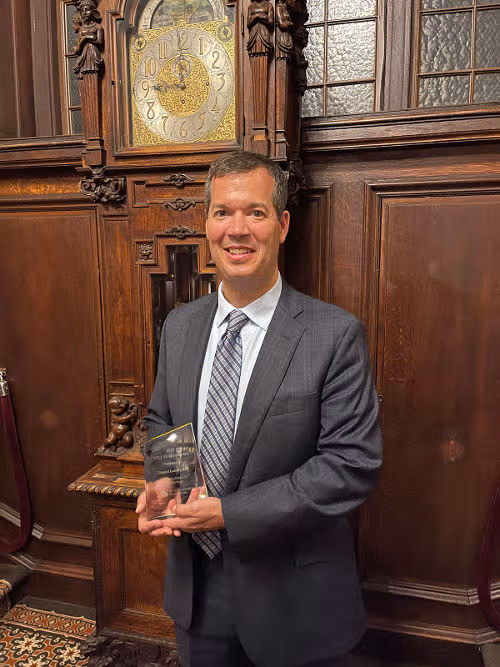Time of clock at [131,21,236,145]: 11:45
